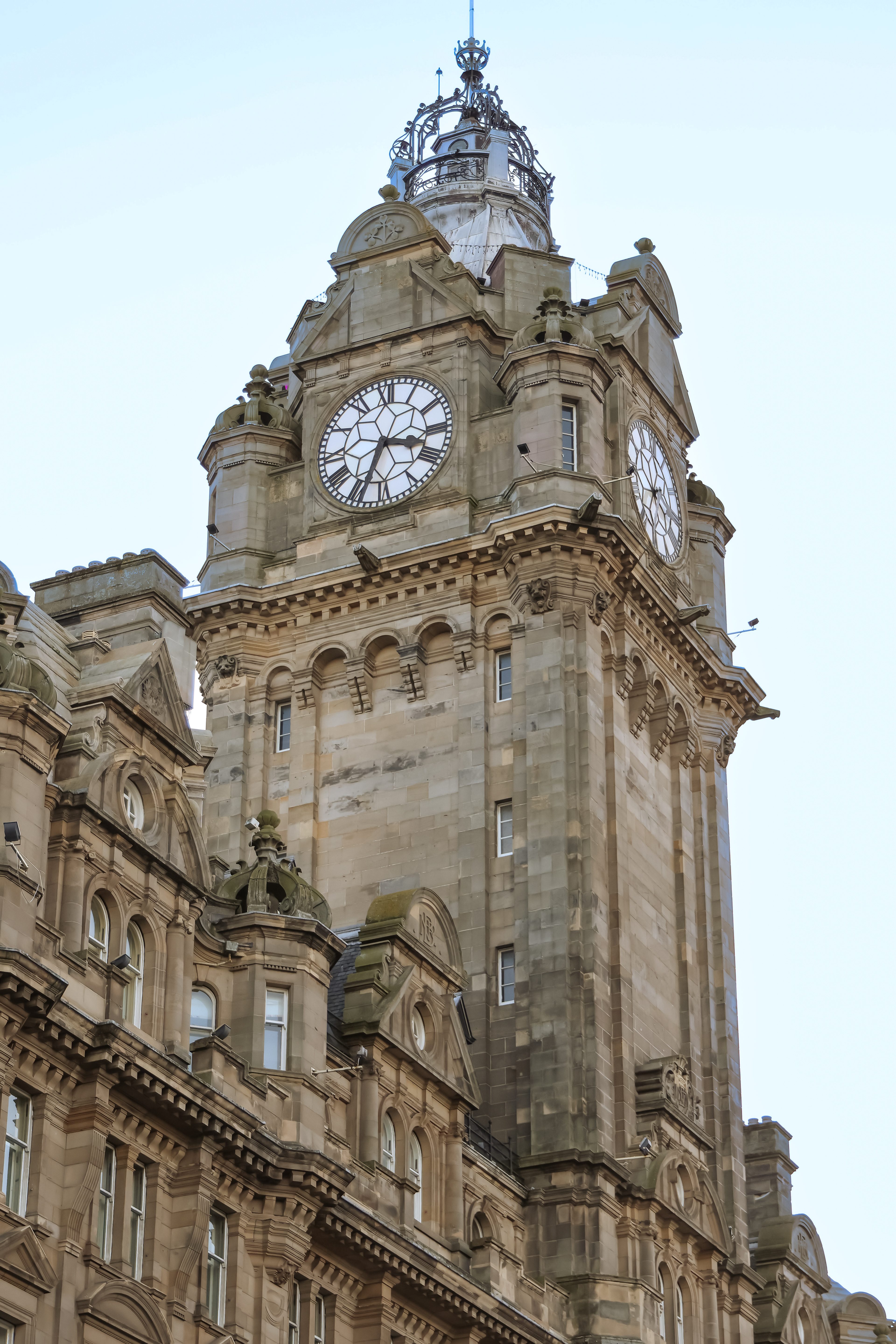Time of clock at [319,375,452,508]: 3:33
